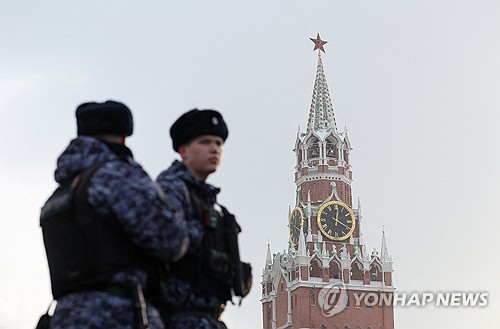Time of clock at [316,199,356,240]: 12:19
